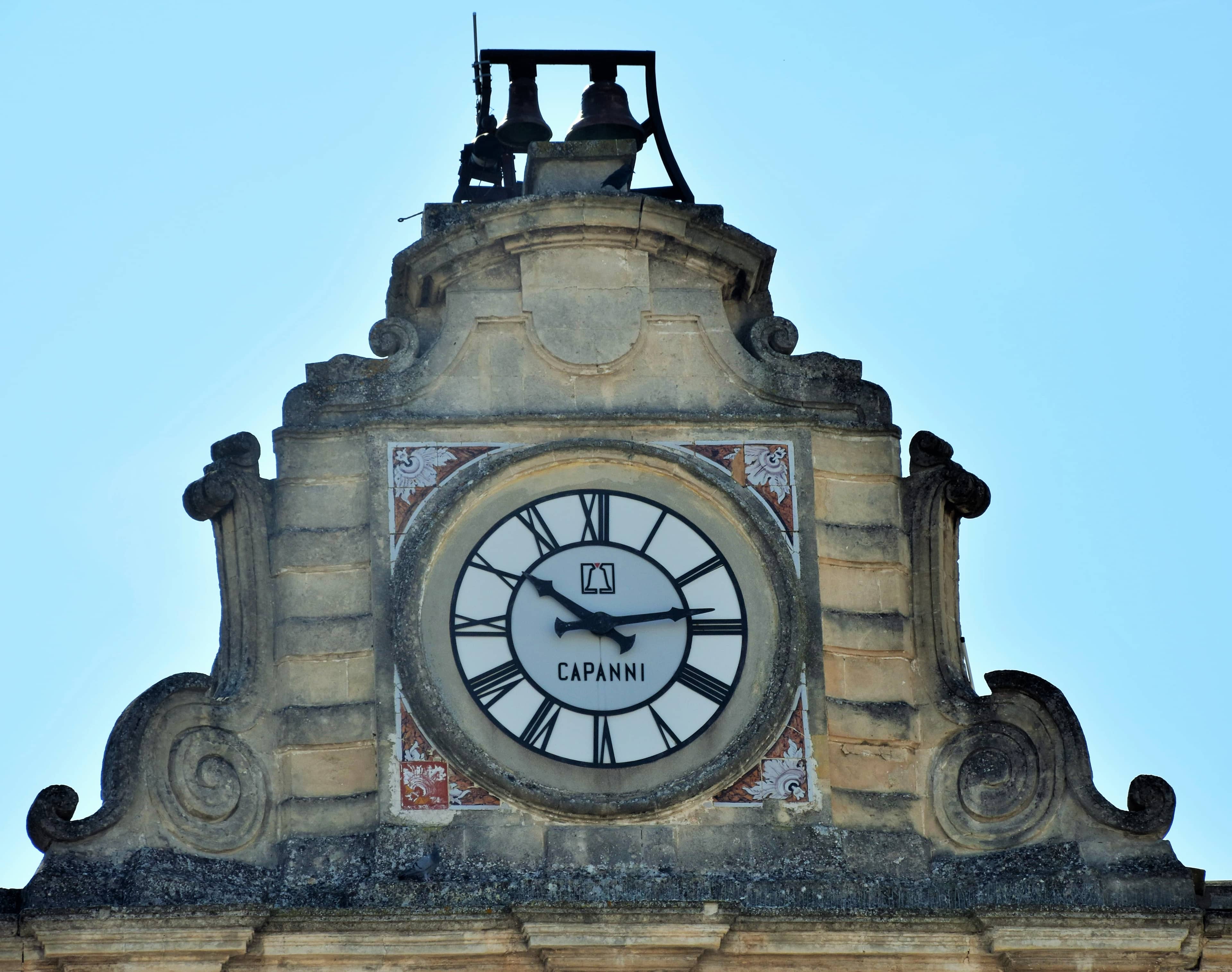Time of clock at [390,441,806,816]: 10:13
